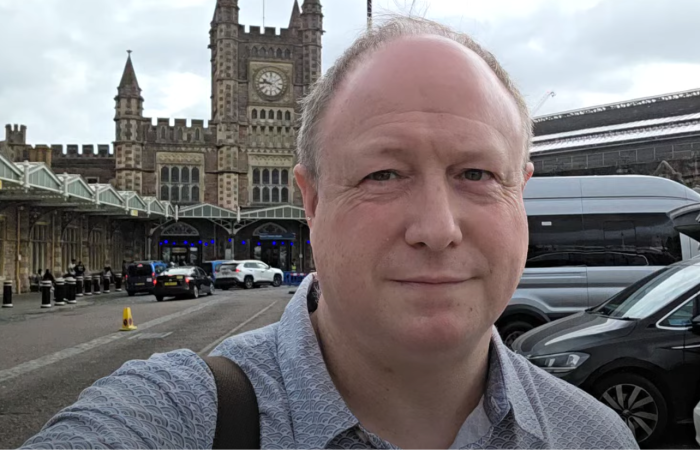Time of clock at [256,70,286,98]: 9:45
